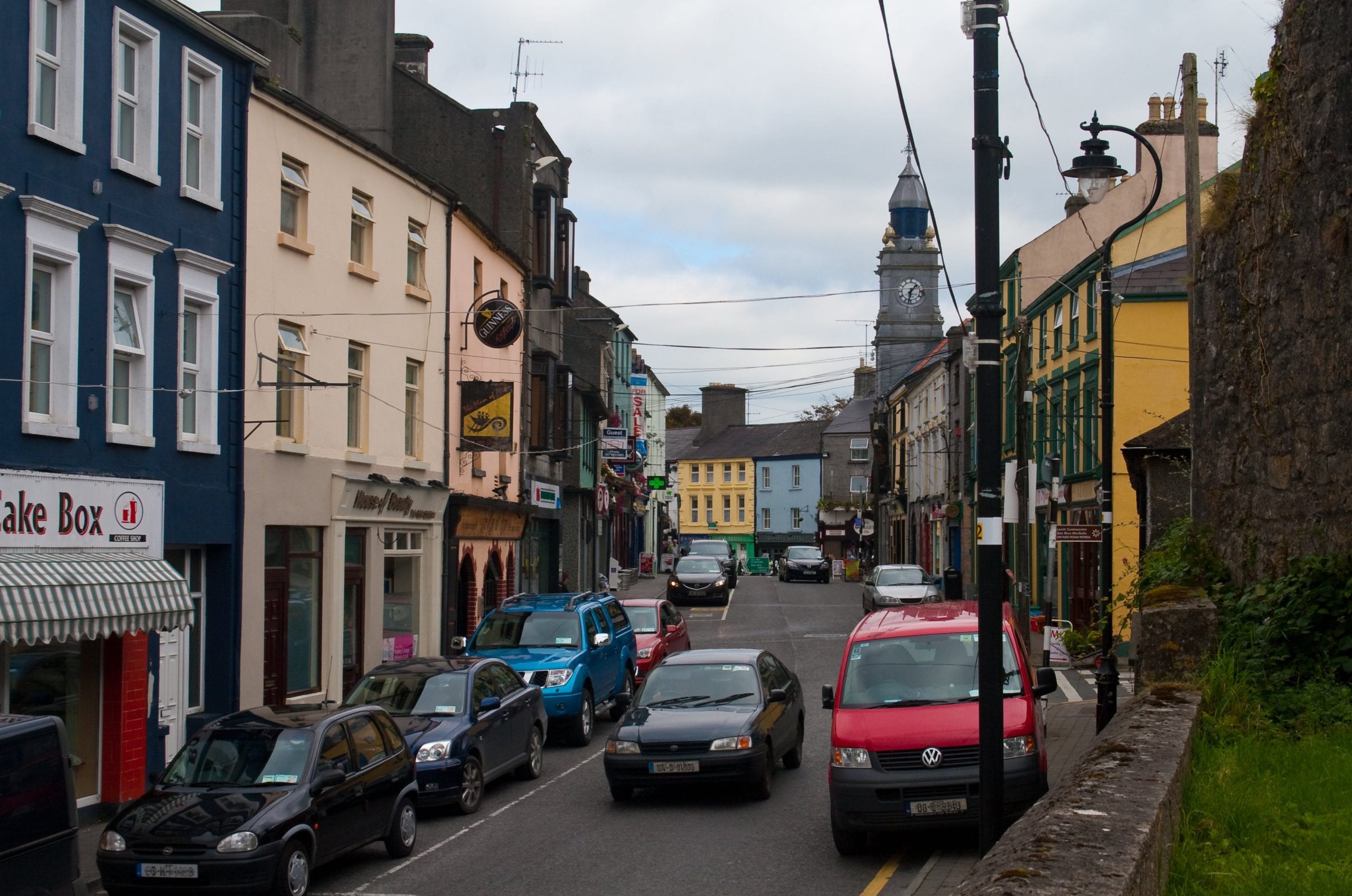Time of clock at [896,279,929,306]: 1:32
